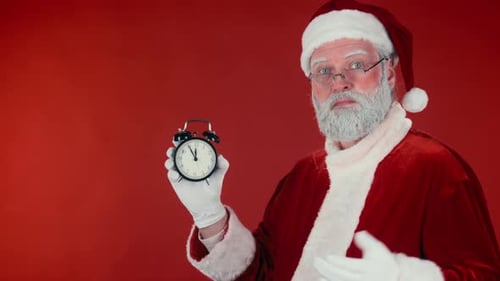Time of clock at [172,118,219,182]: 11:55
